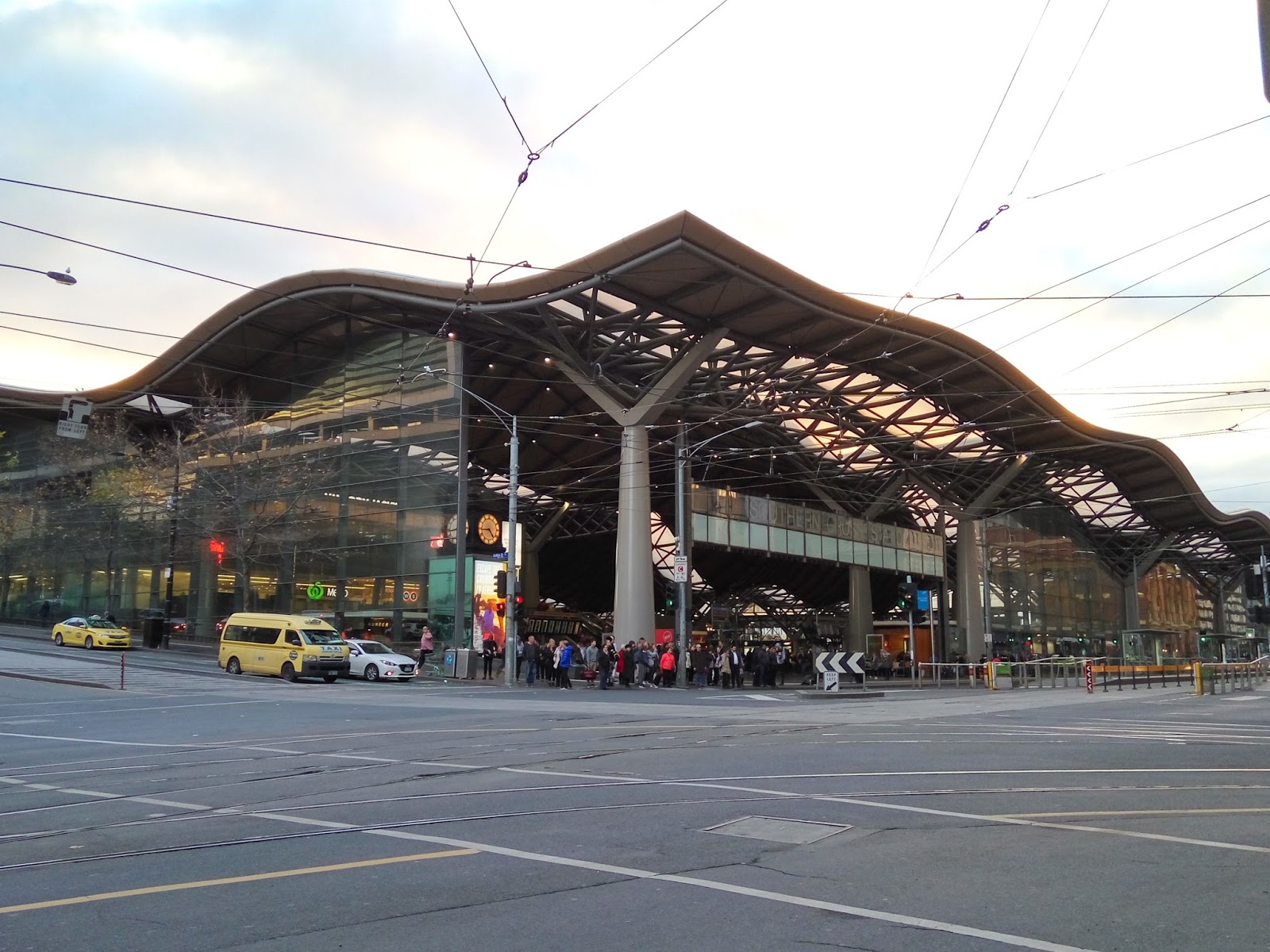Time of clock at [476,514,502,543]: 4:44
